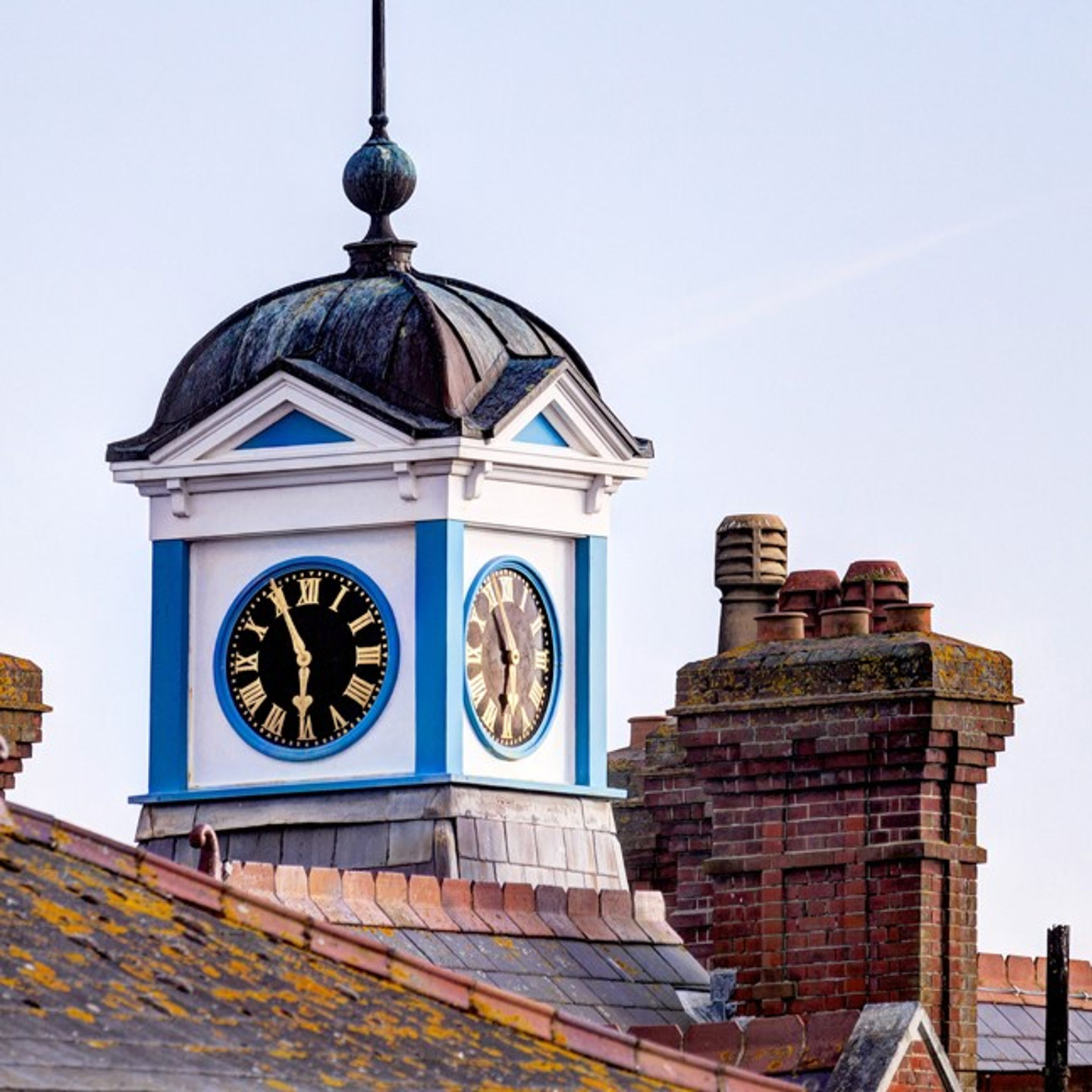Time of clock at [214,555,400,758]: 5:55
